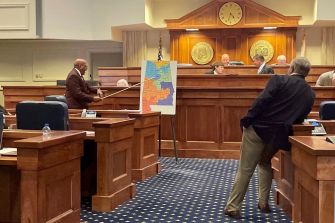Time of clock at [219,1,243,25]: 4:32
